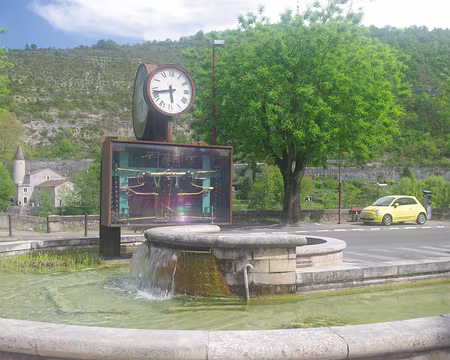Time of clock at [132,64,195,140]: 5:43
